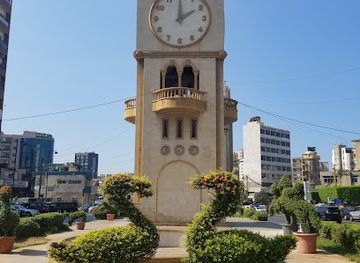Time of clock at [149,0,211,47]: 2:00
